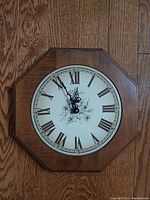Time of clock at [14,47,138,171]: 11:55
